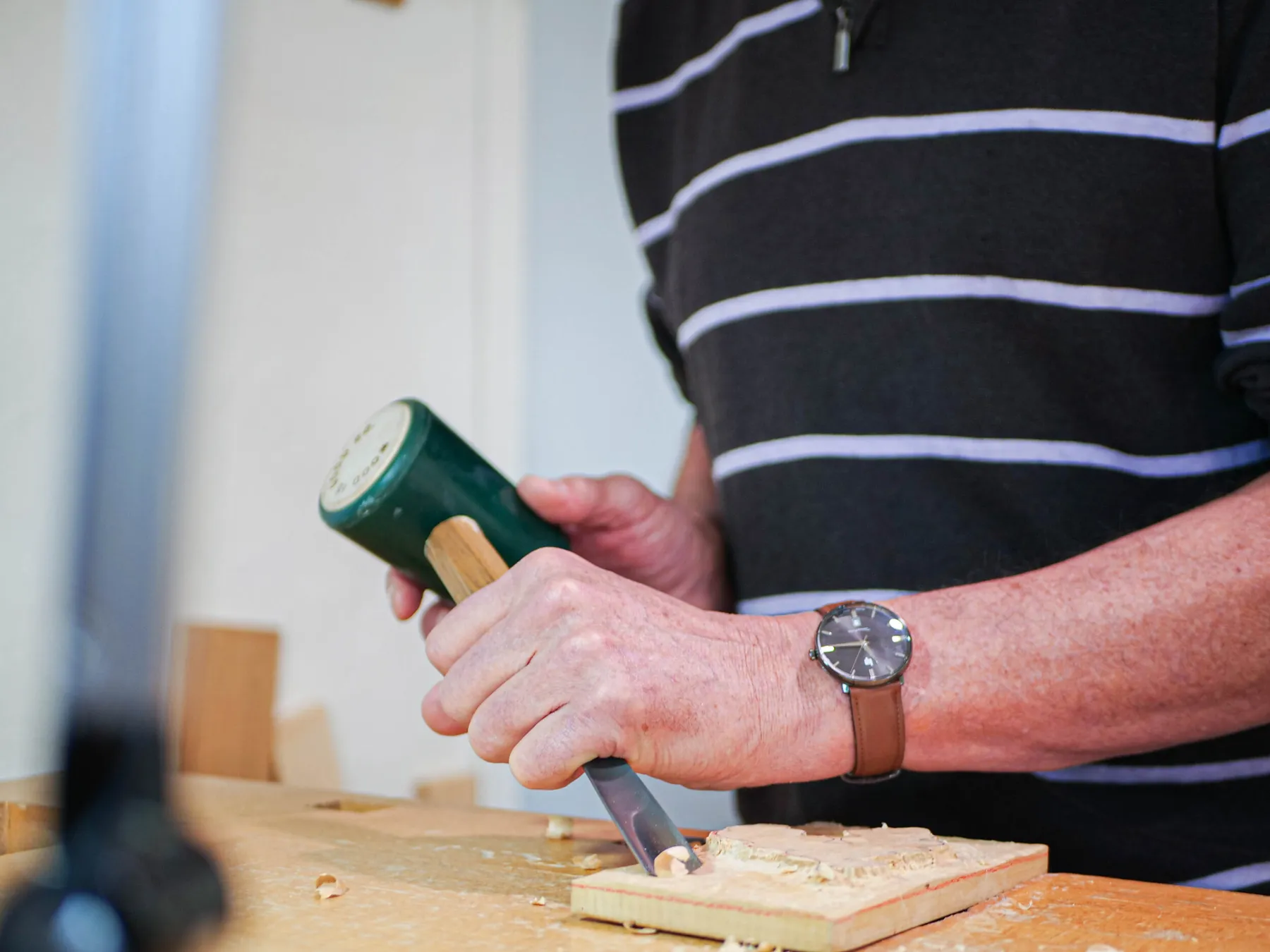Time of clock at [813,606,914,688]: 5:45
